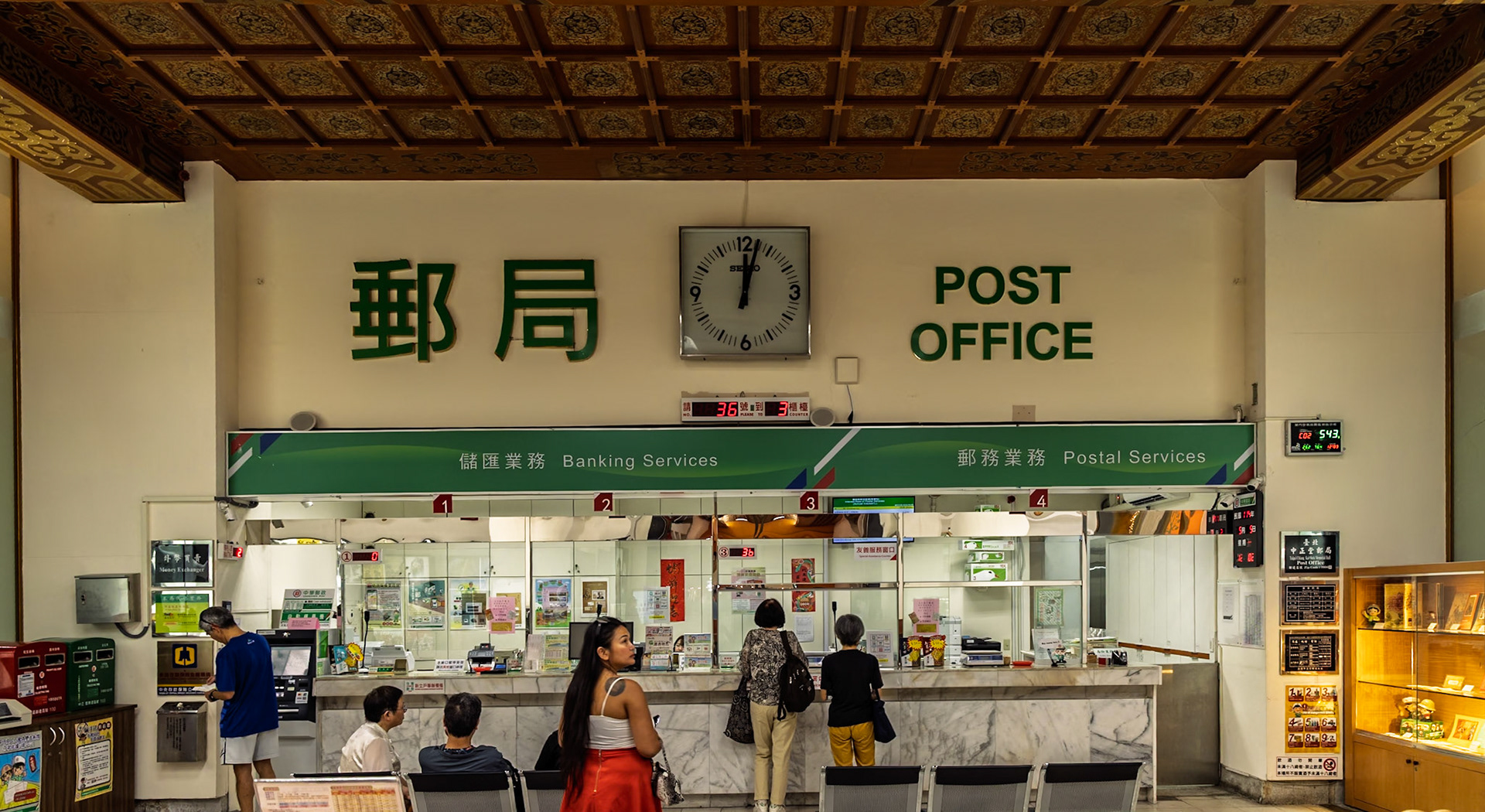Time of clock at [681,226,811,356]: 12:02
